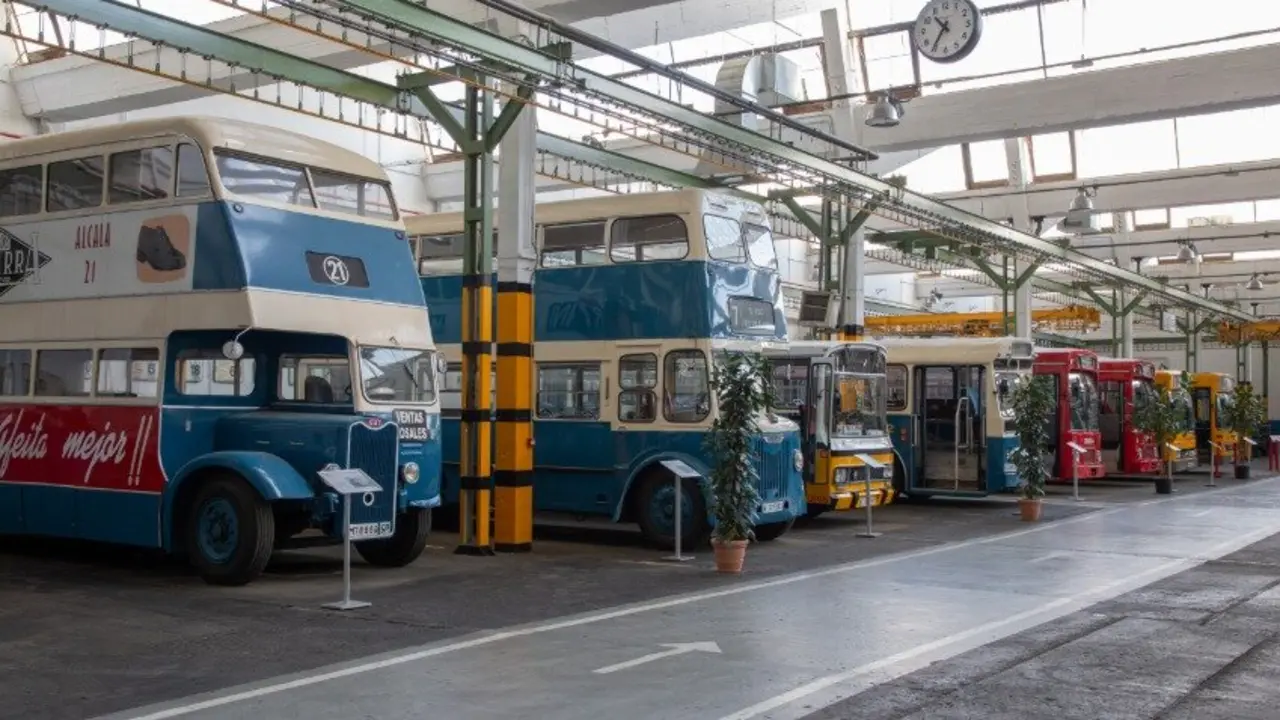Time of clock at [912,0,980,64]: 10:35
